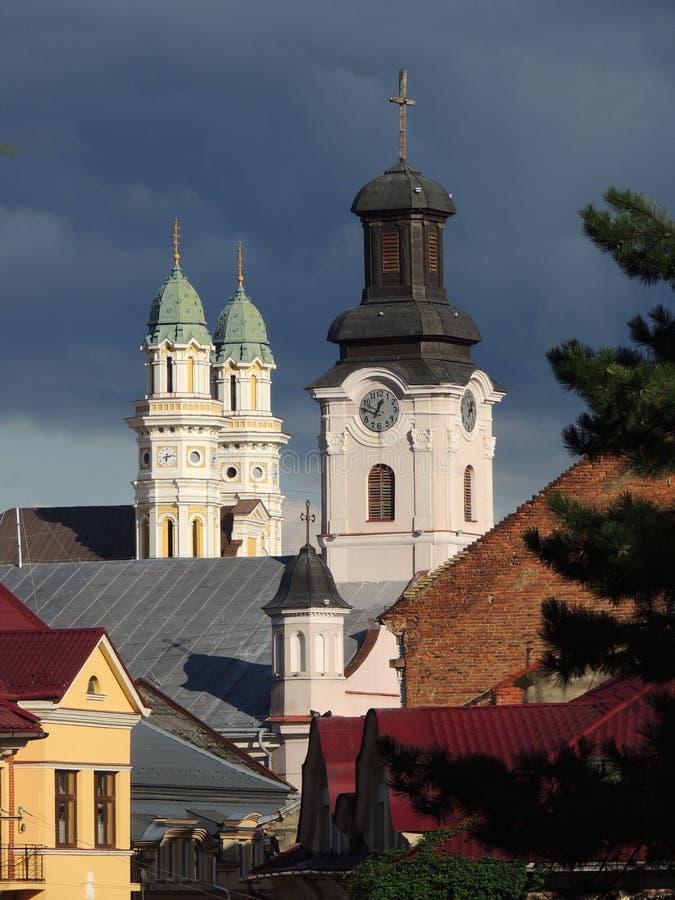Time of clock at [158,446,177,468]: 6:13
